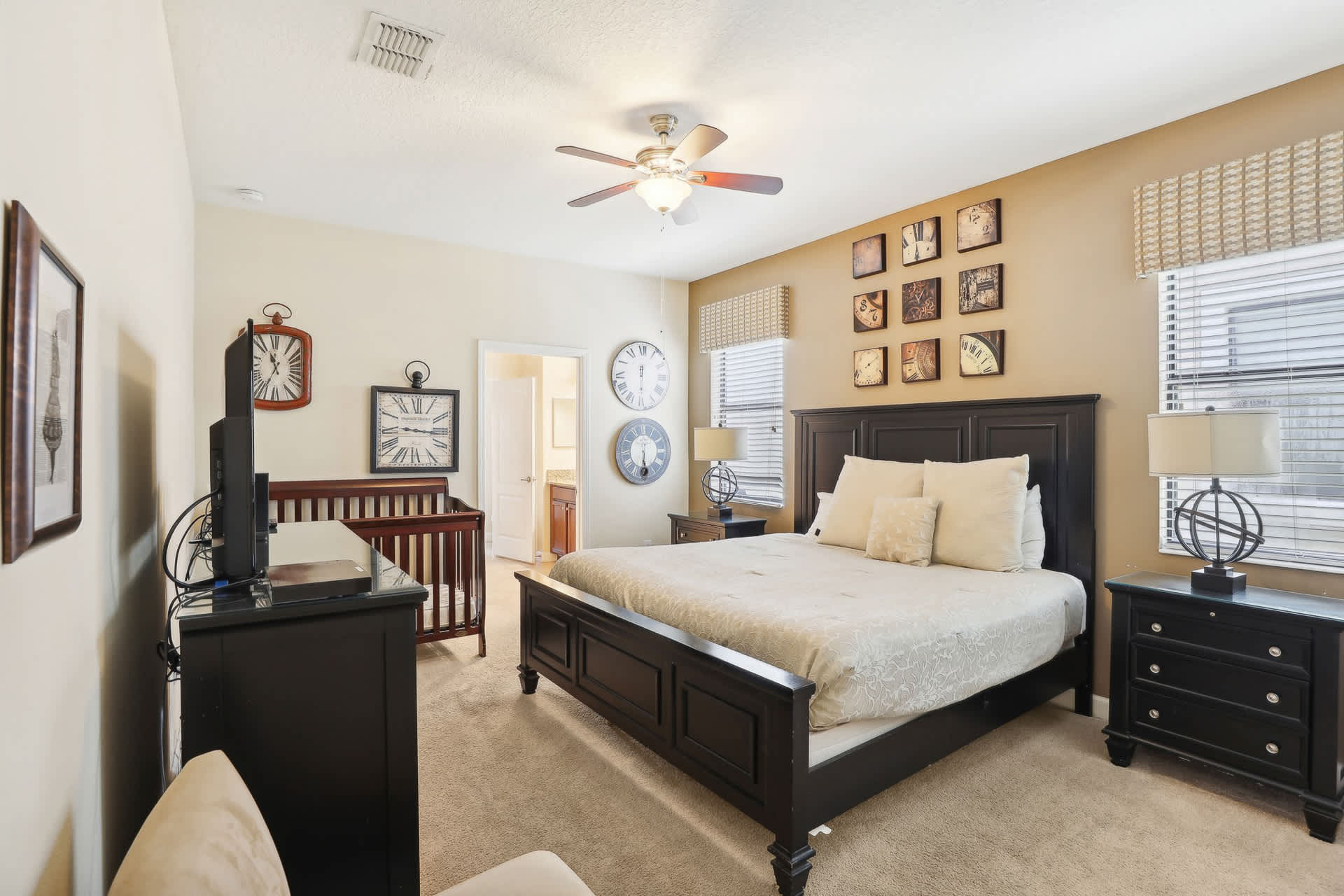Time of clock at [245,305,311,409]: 10:34
